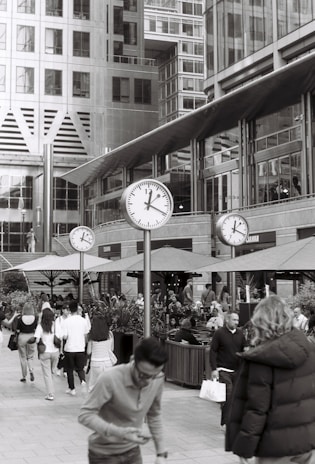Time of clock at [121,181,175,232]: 12:19
